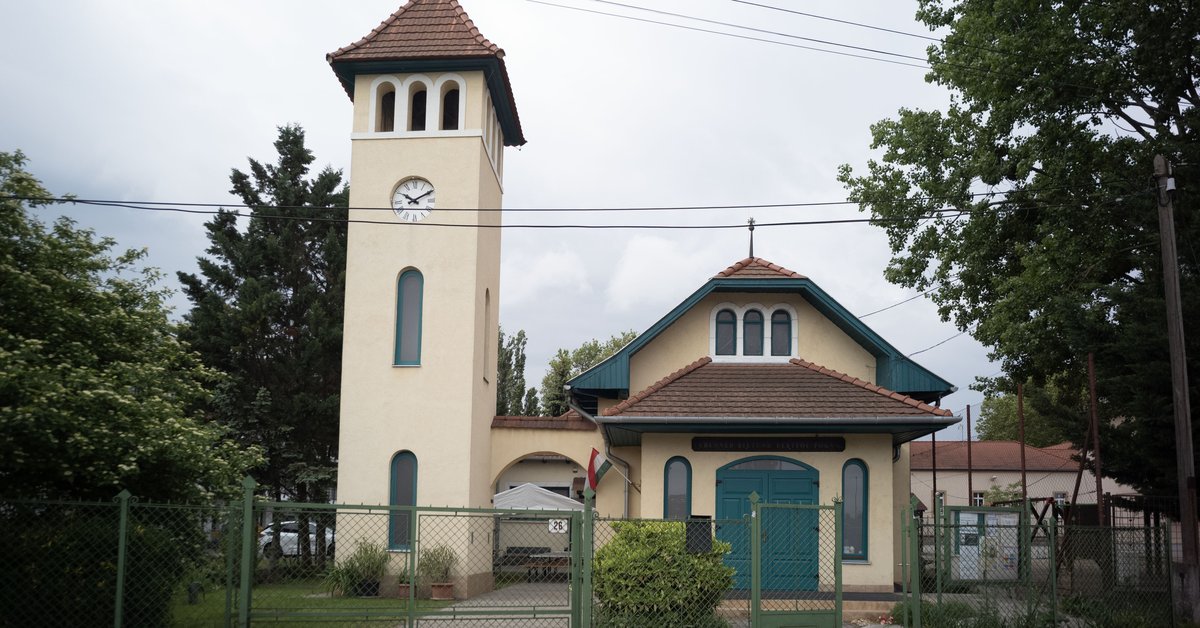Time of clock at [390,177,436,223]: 10:10
